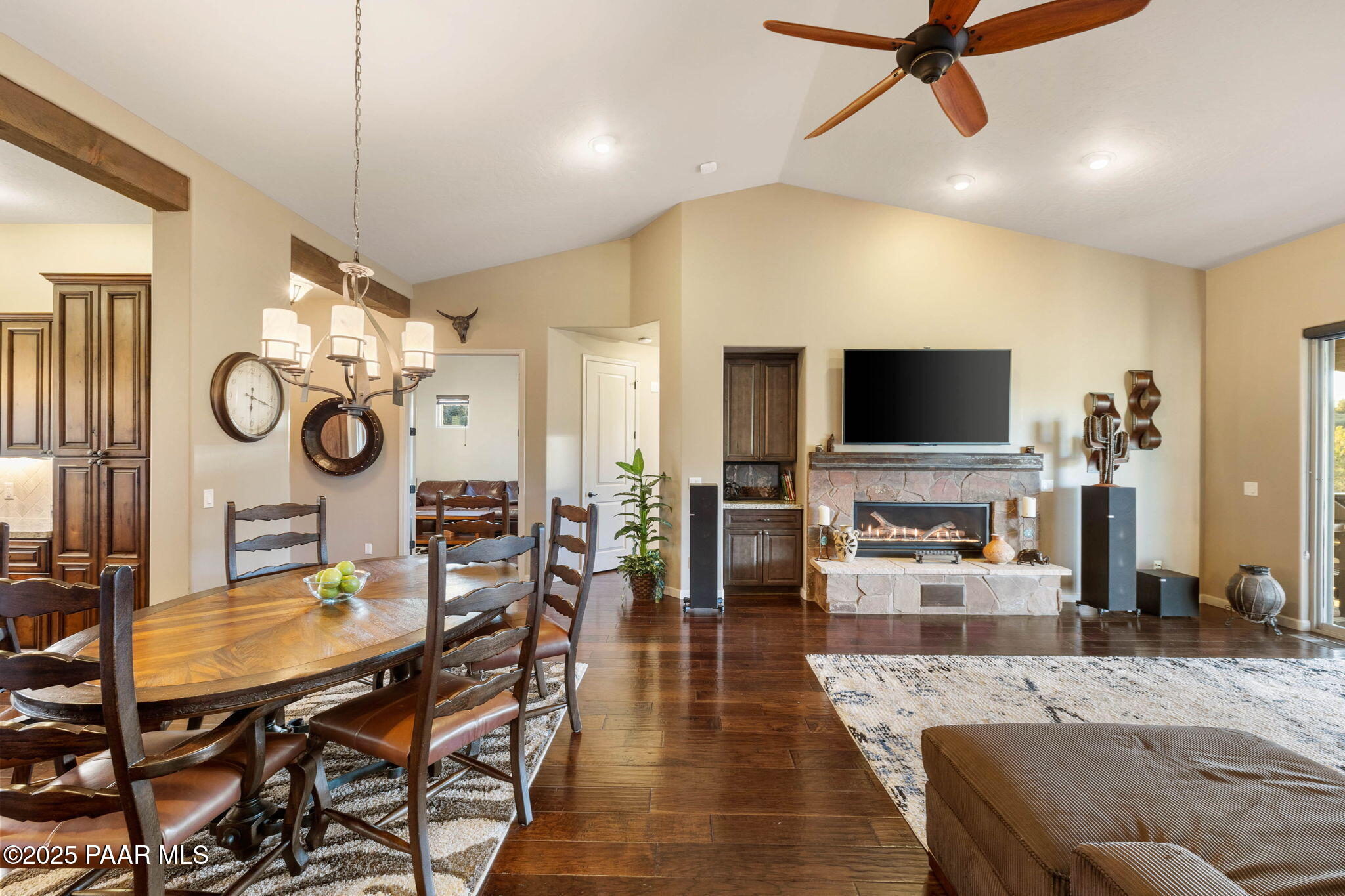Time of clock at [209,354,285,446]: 6:17
